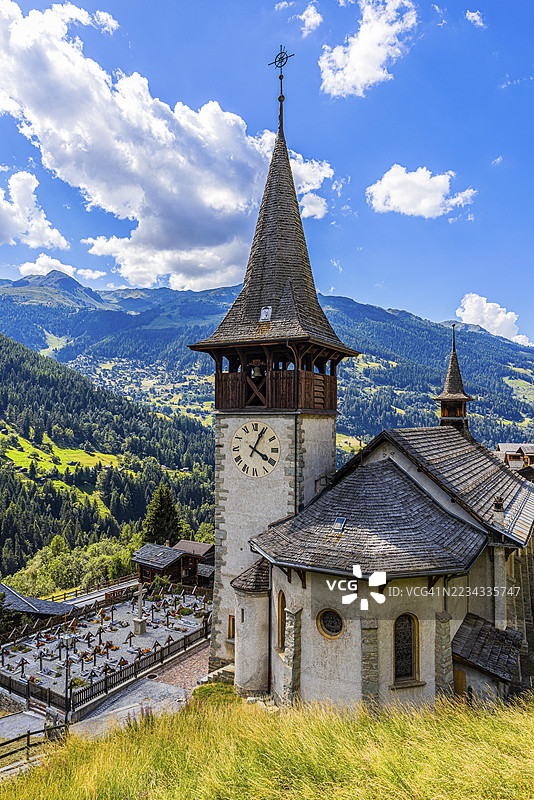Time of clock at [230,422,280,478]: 4:04
